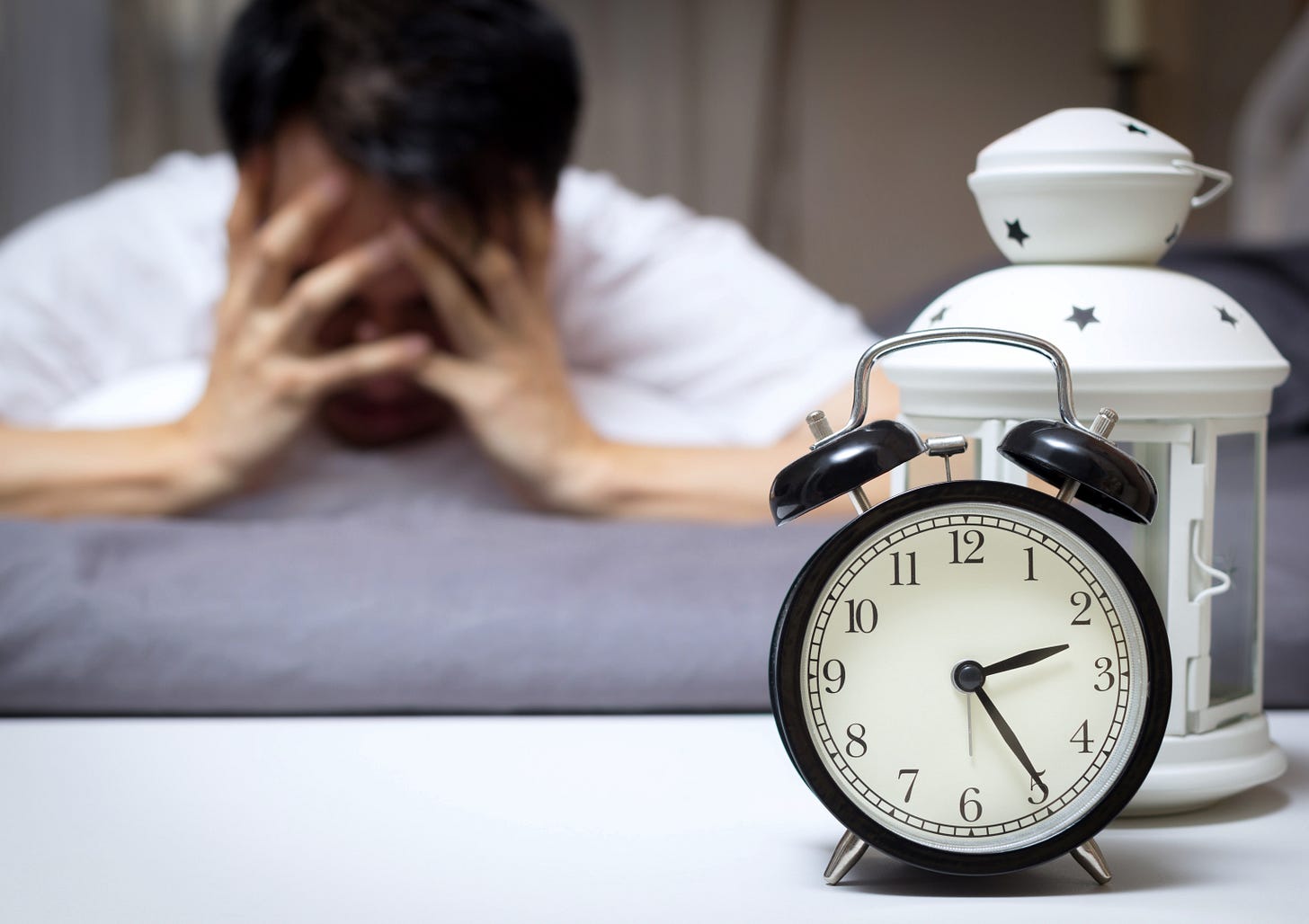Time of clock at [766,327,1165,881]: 2:24
